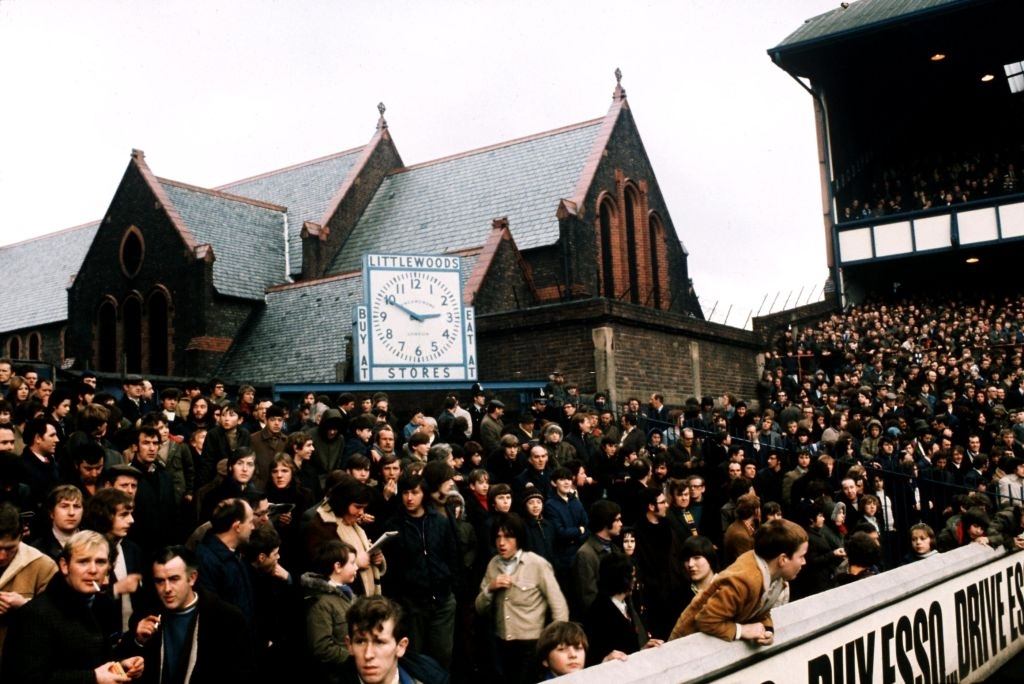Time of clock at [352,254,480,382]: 2:49
